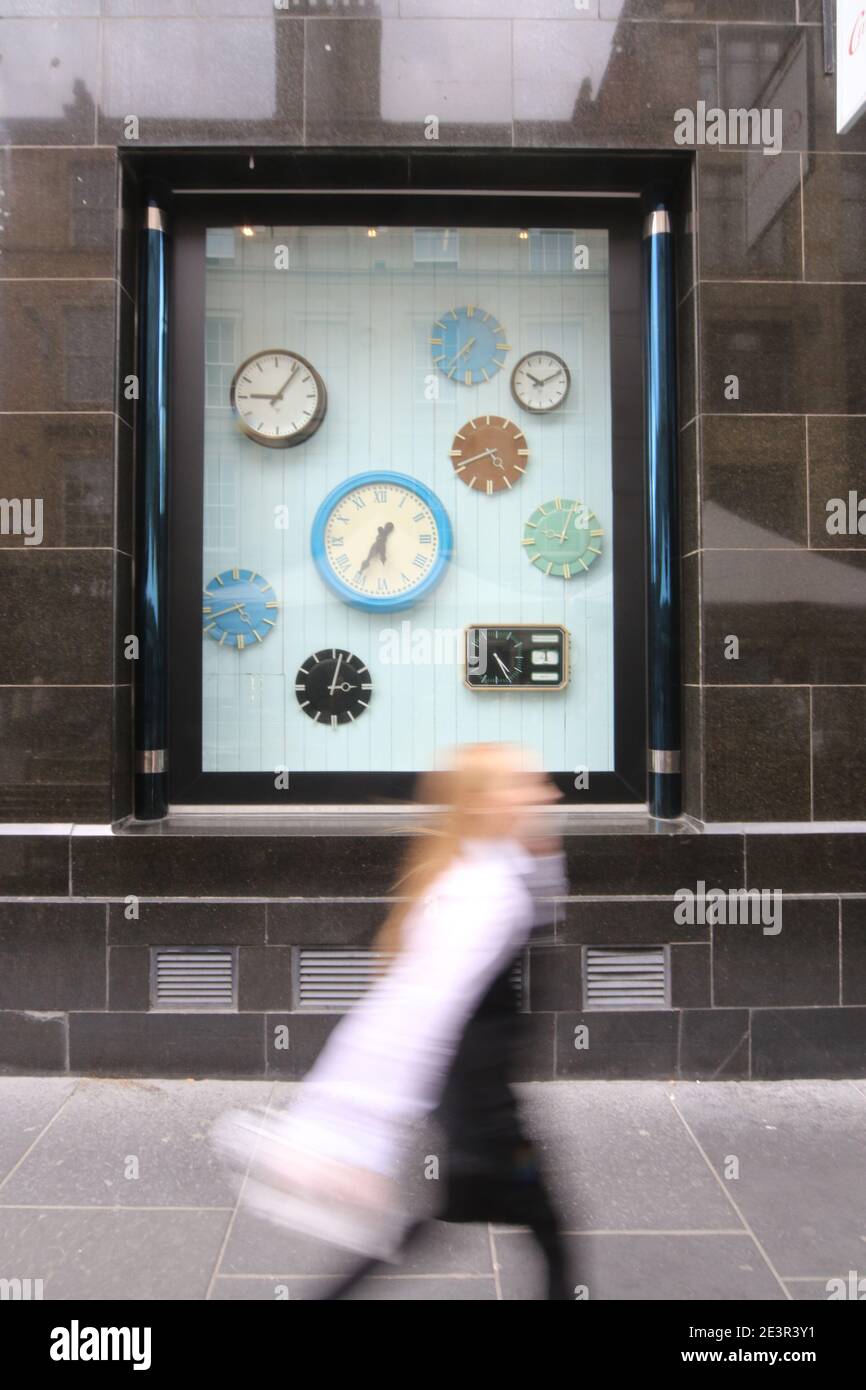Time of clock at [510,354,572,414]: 10:10
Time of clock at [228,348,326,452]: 9:06
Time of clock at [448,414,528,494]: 4:41
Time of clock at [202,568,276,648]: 4:42
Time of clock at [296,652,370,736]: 3:02
